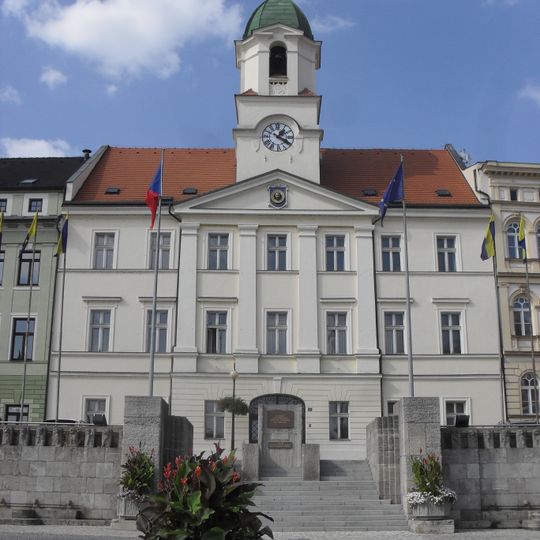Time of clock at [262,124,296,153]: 1:20
